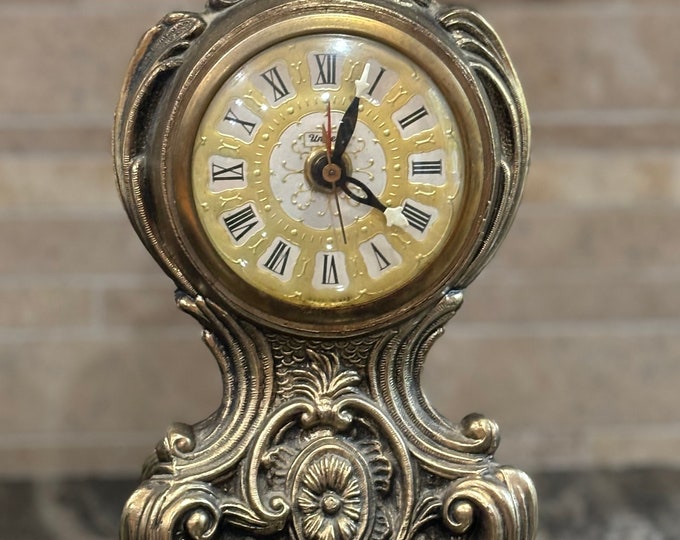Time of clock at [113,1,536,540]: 4:03
